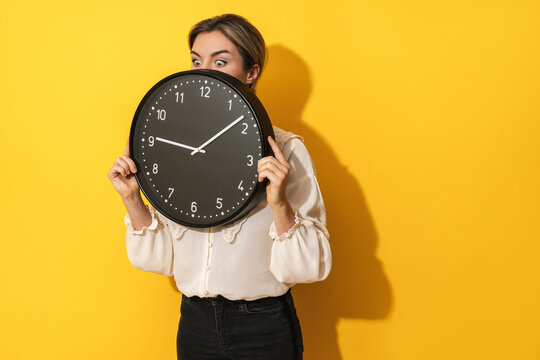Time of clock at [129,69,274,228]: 9:08
